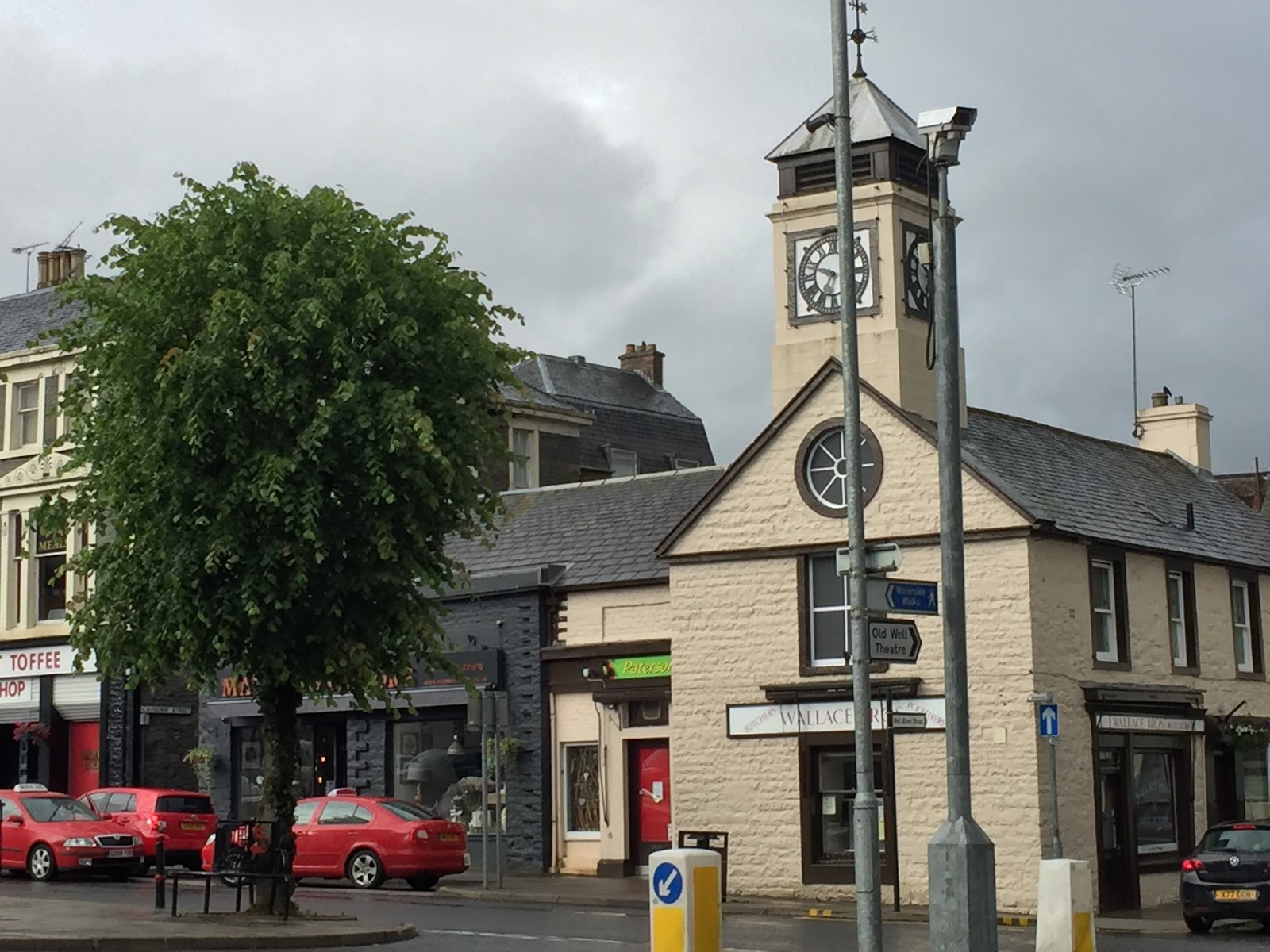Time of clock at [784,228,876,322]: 6:48
